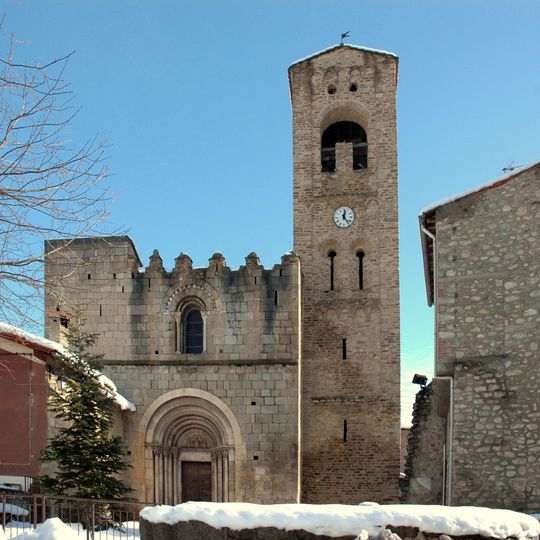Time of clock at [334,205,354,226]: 12:23
